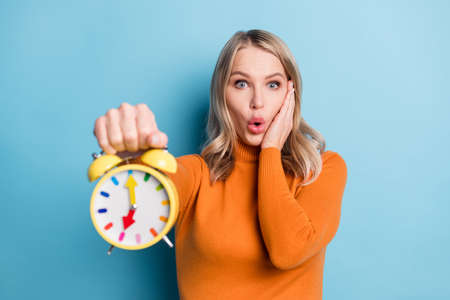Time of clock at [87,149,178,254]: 7:00
